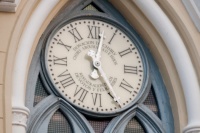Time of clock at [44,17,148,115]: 5:02
